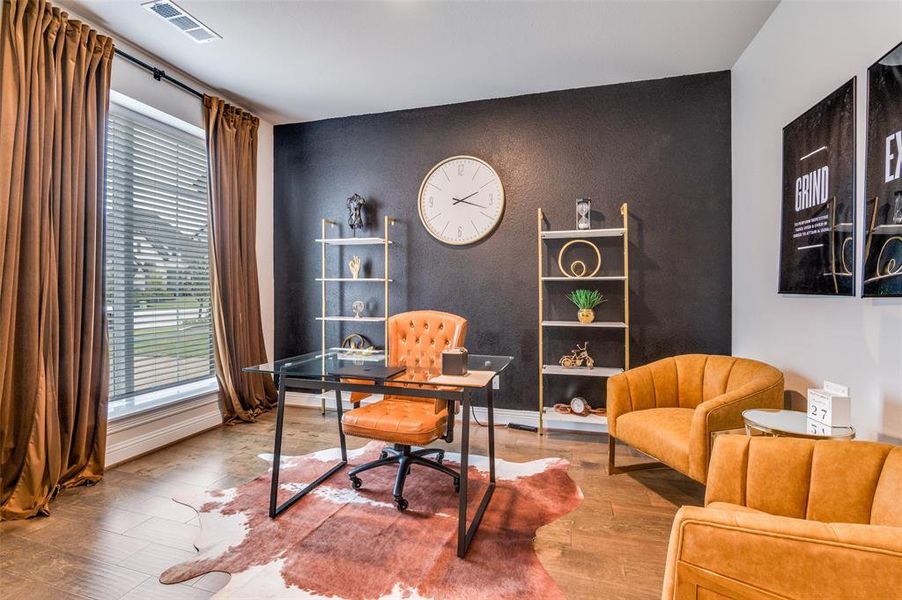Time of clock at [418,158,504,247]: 2:18
